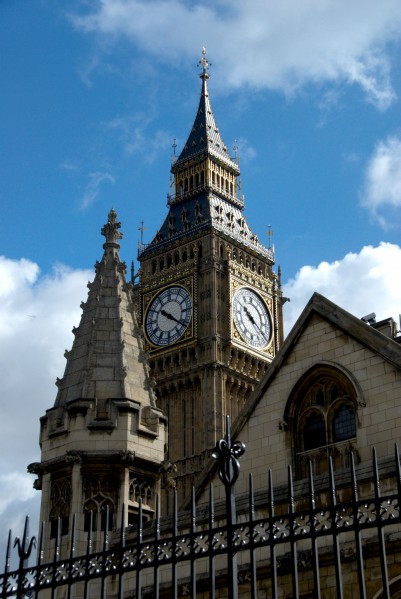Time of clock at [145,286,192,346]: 10:21
